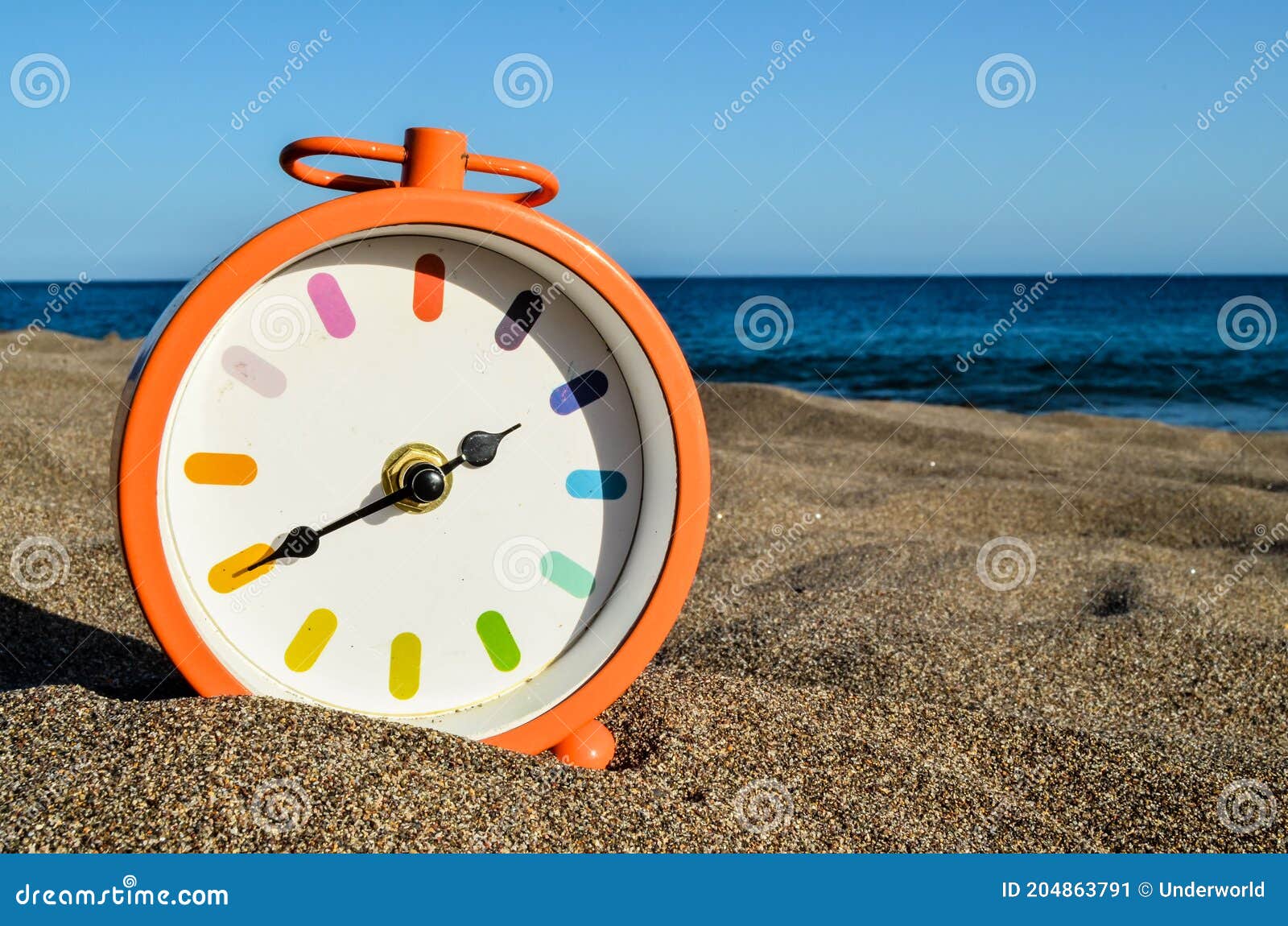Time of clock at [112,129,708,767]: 1:39
